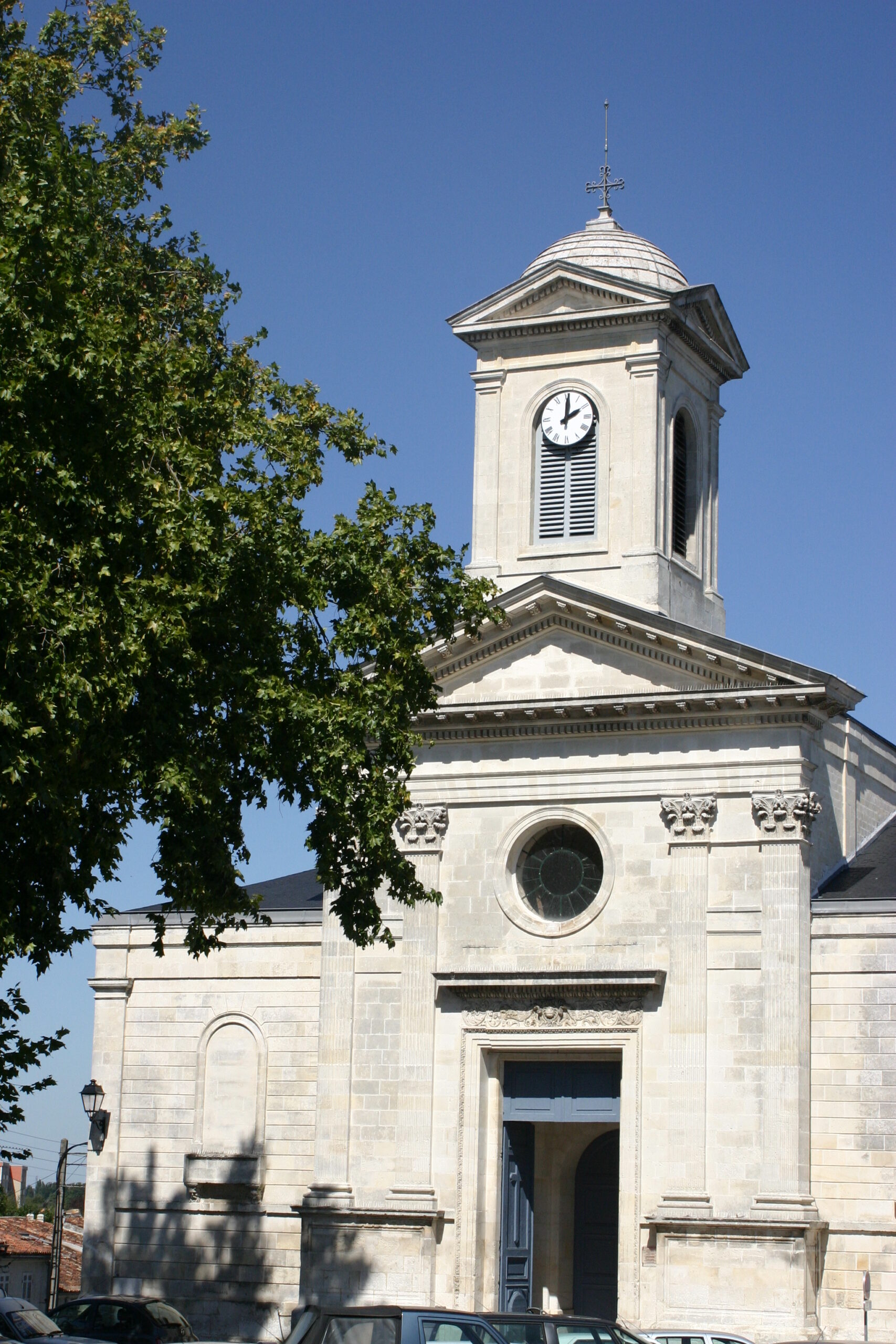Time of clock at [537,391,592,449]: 2:00
